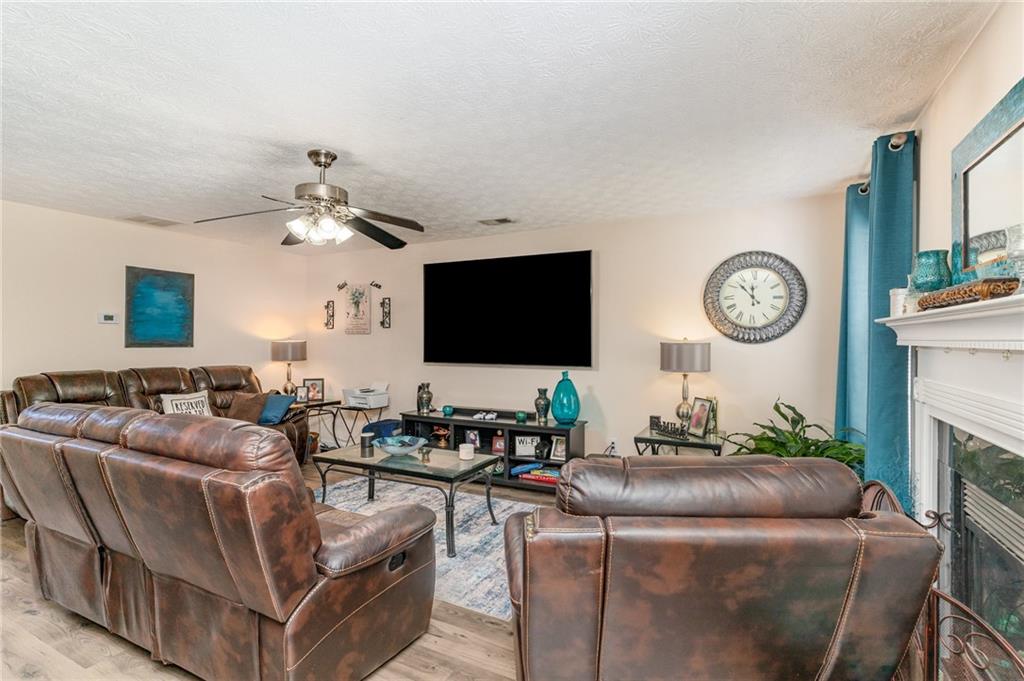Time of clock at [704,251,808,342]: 11:52
